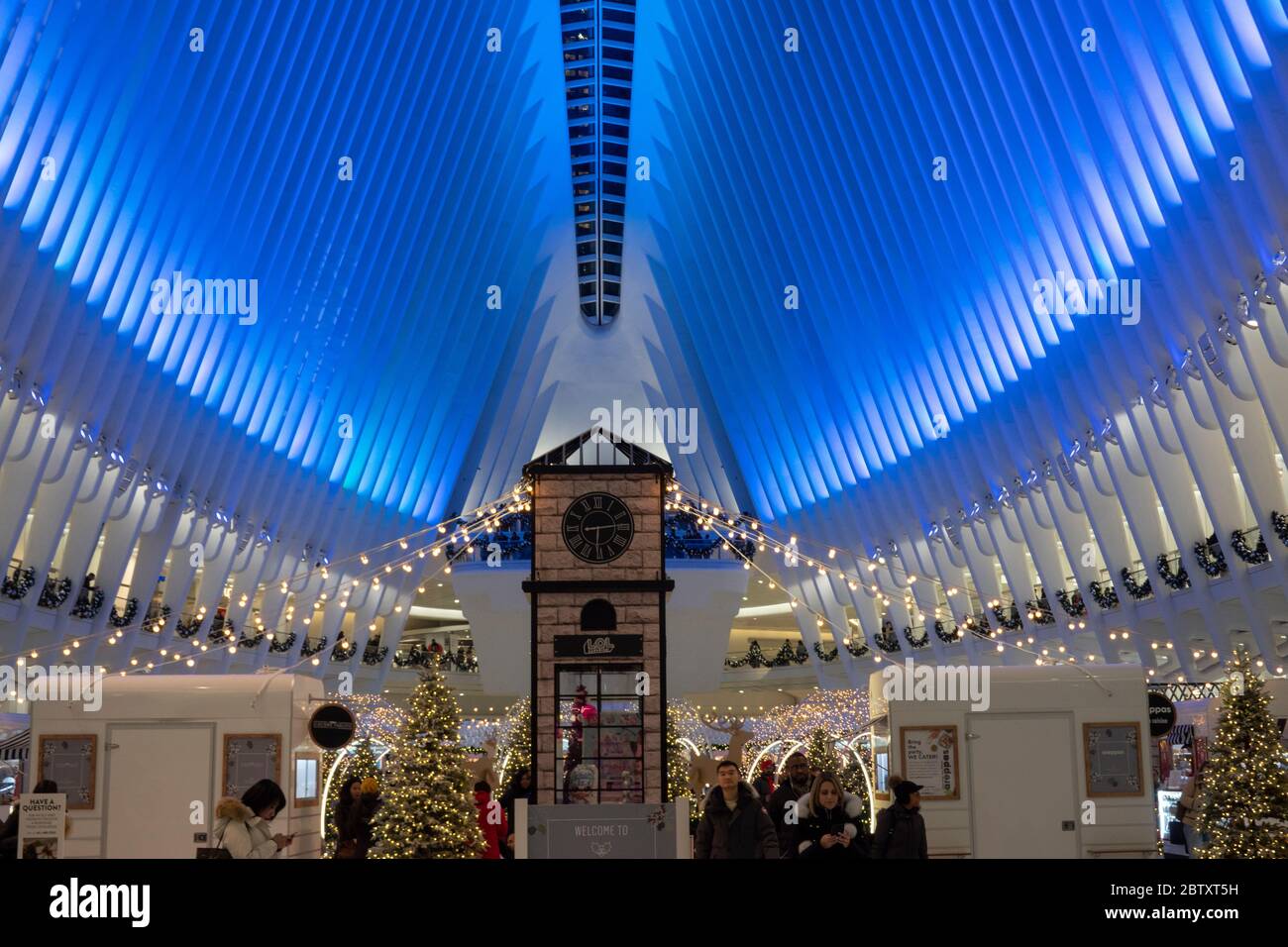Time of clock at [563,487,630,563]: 6:13
